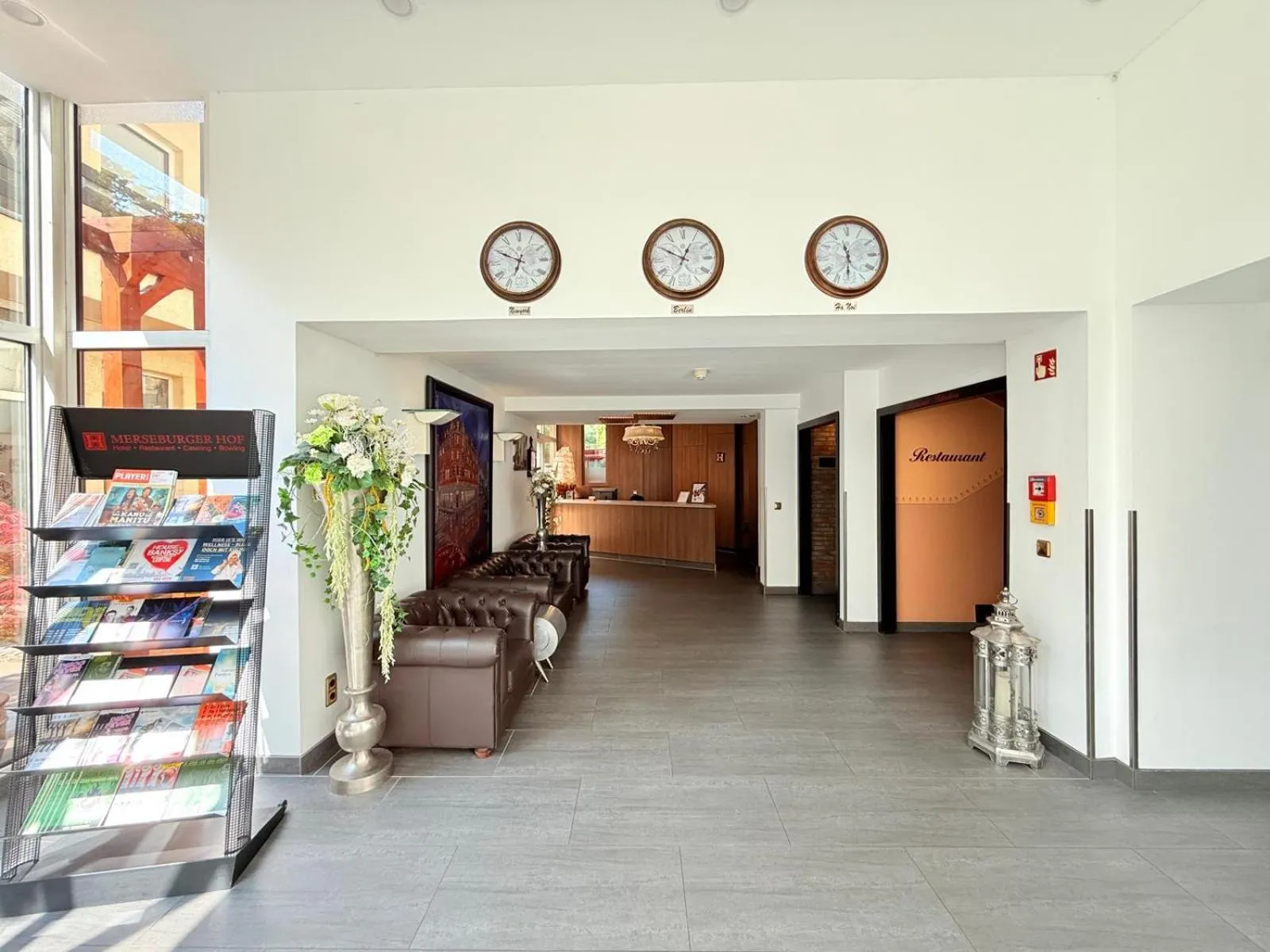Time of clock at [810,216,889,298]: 11:30
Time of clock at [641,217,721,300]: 12:49
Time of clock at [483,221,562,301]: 6:49
